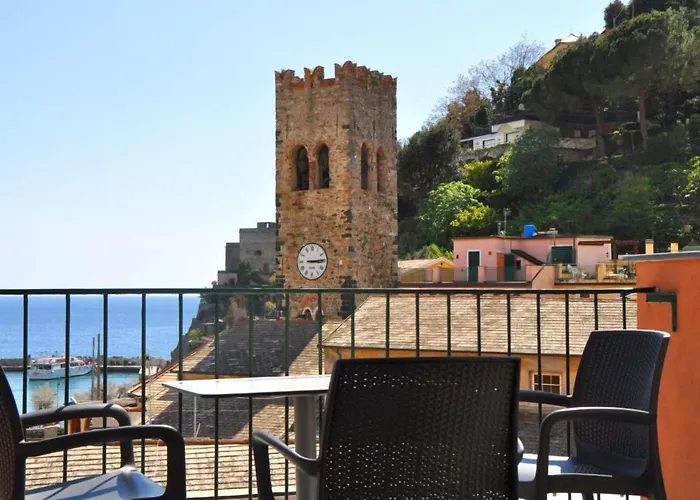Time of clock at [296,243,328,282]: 3:14
